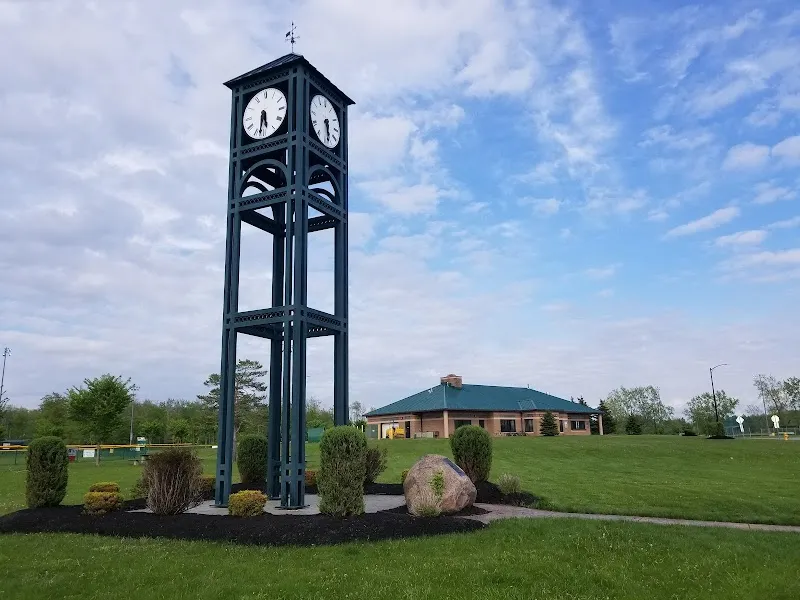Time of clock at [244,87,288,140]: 5:31
